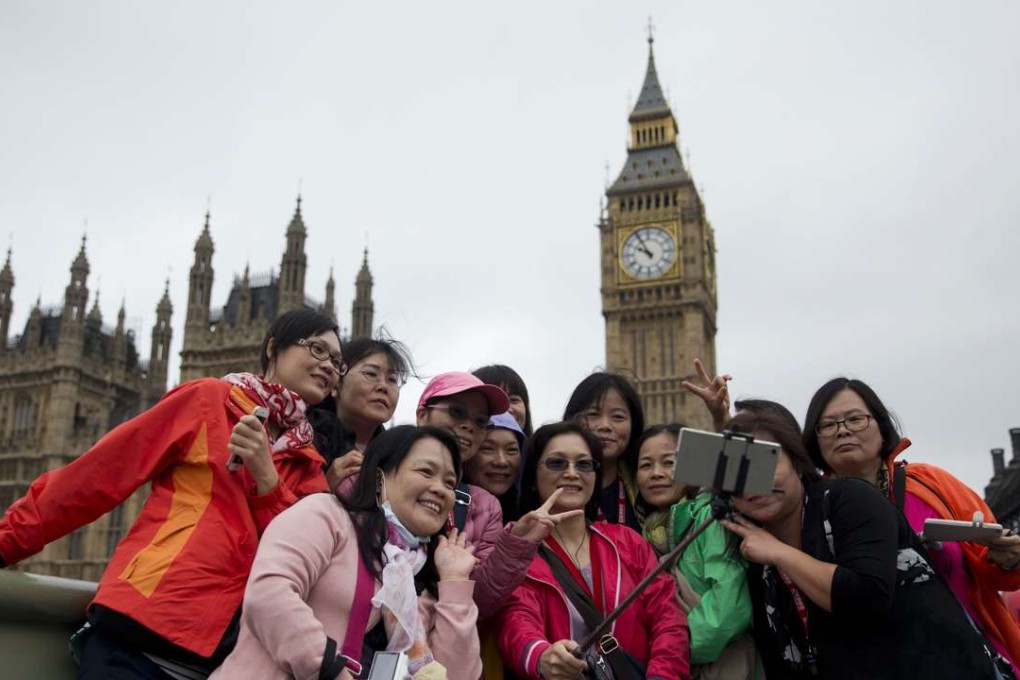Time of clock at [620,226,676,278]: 9:54
